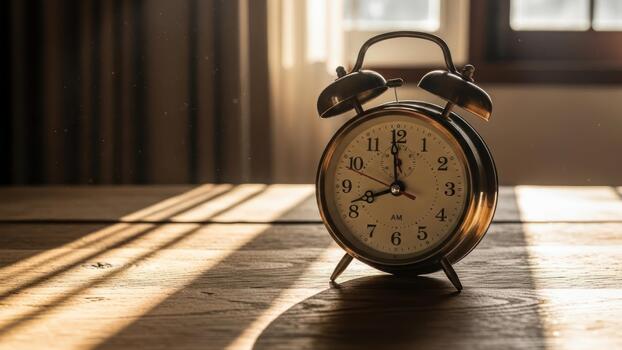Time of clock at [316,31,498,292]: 7:59
